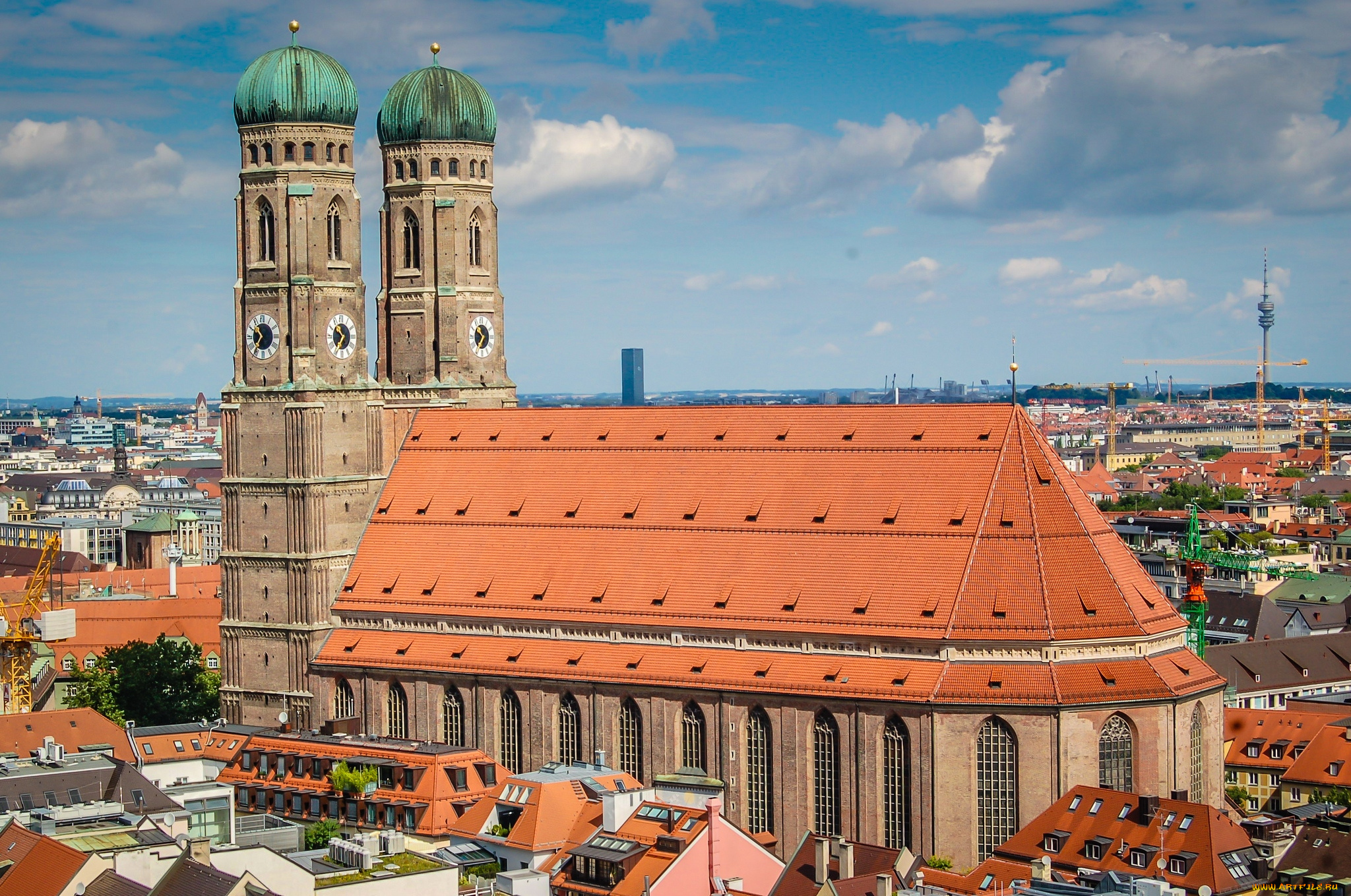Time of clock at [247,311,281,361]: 10:36
